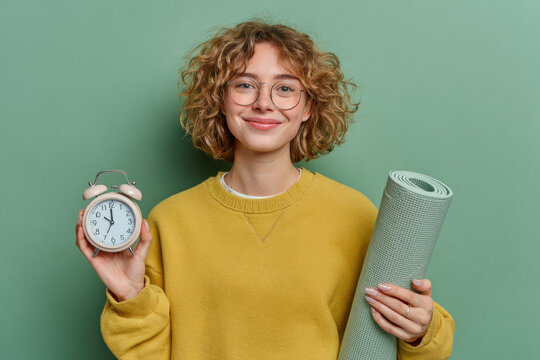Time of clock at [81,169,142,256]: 9:59
